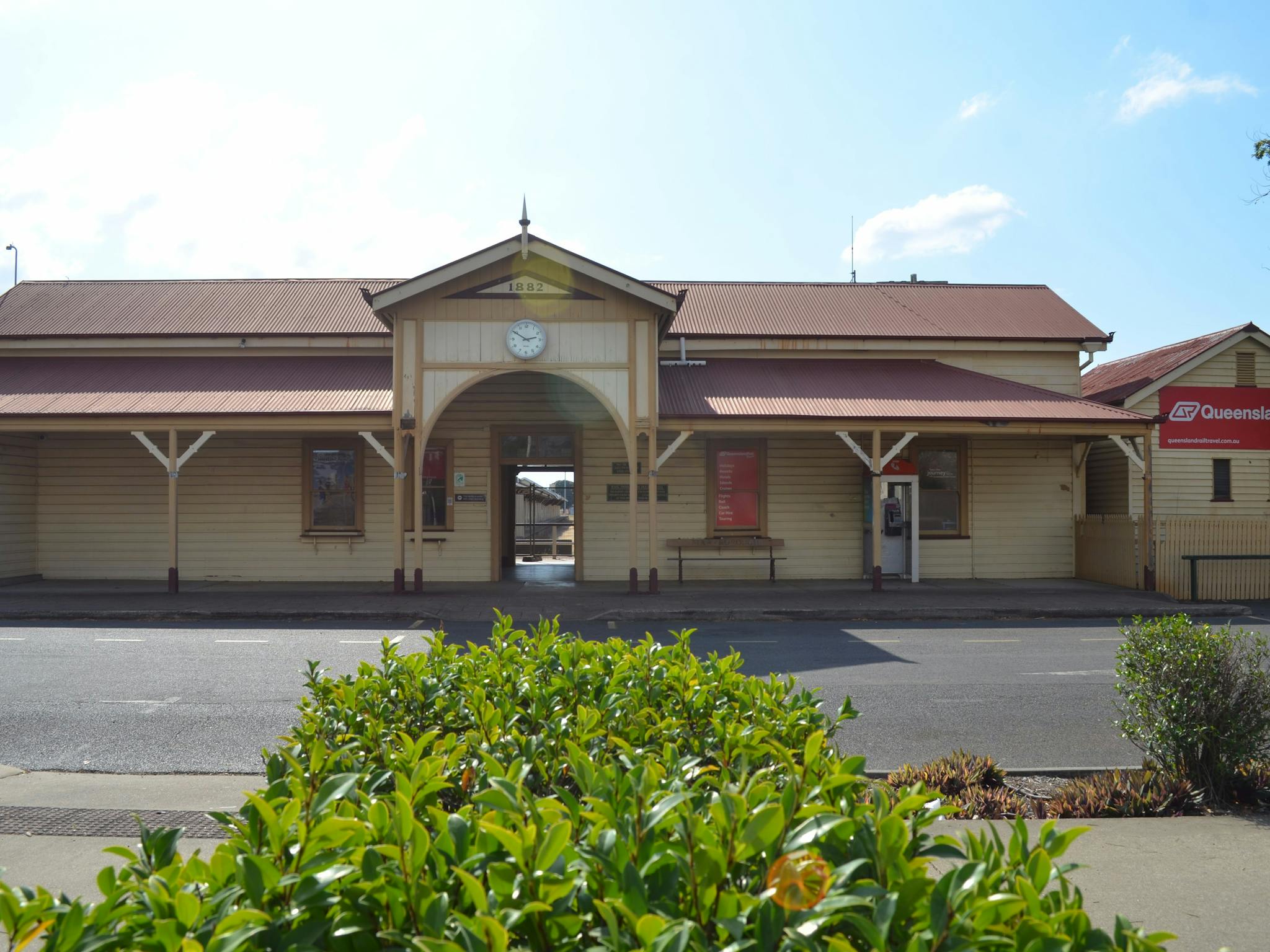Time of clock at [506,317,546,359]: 2:50
